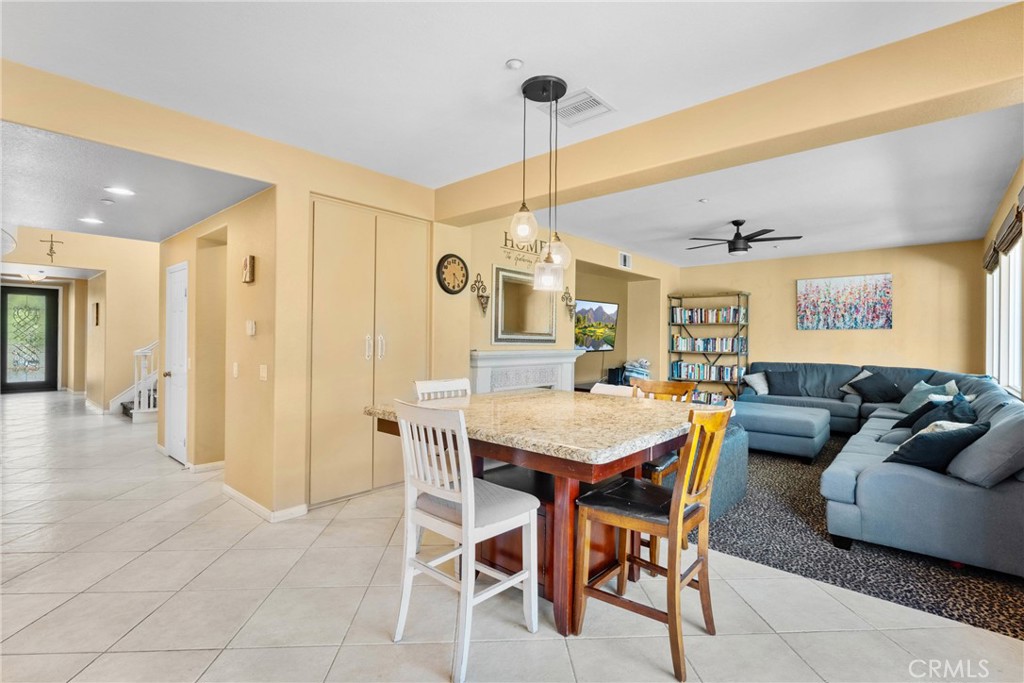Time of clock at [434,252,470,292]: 4:29
